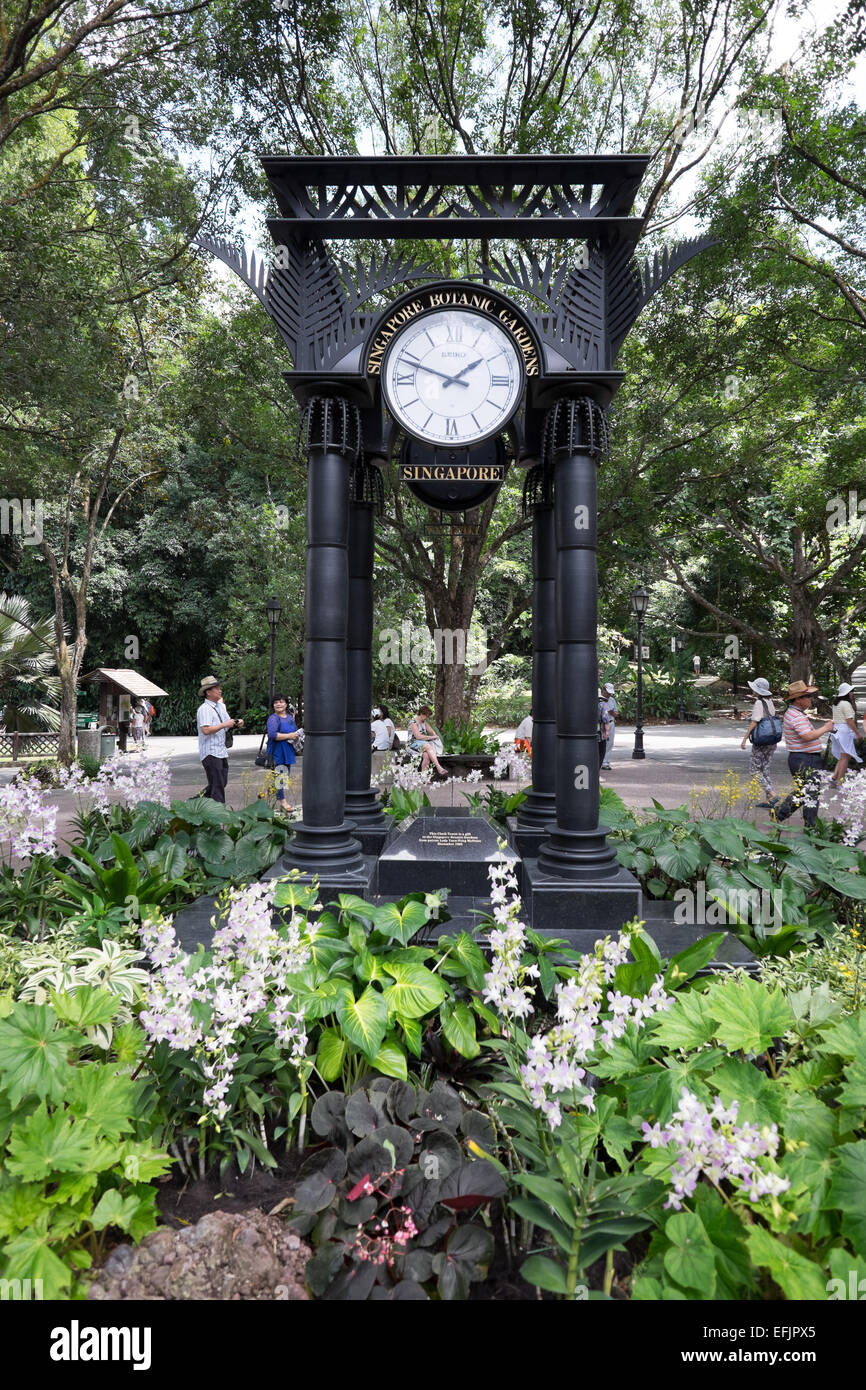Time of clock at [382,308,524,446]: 1:48
